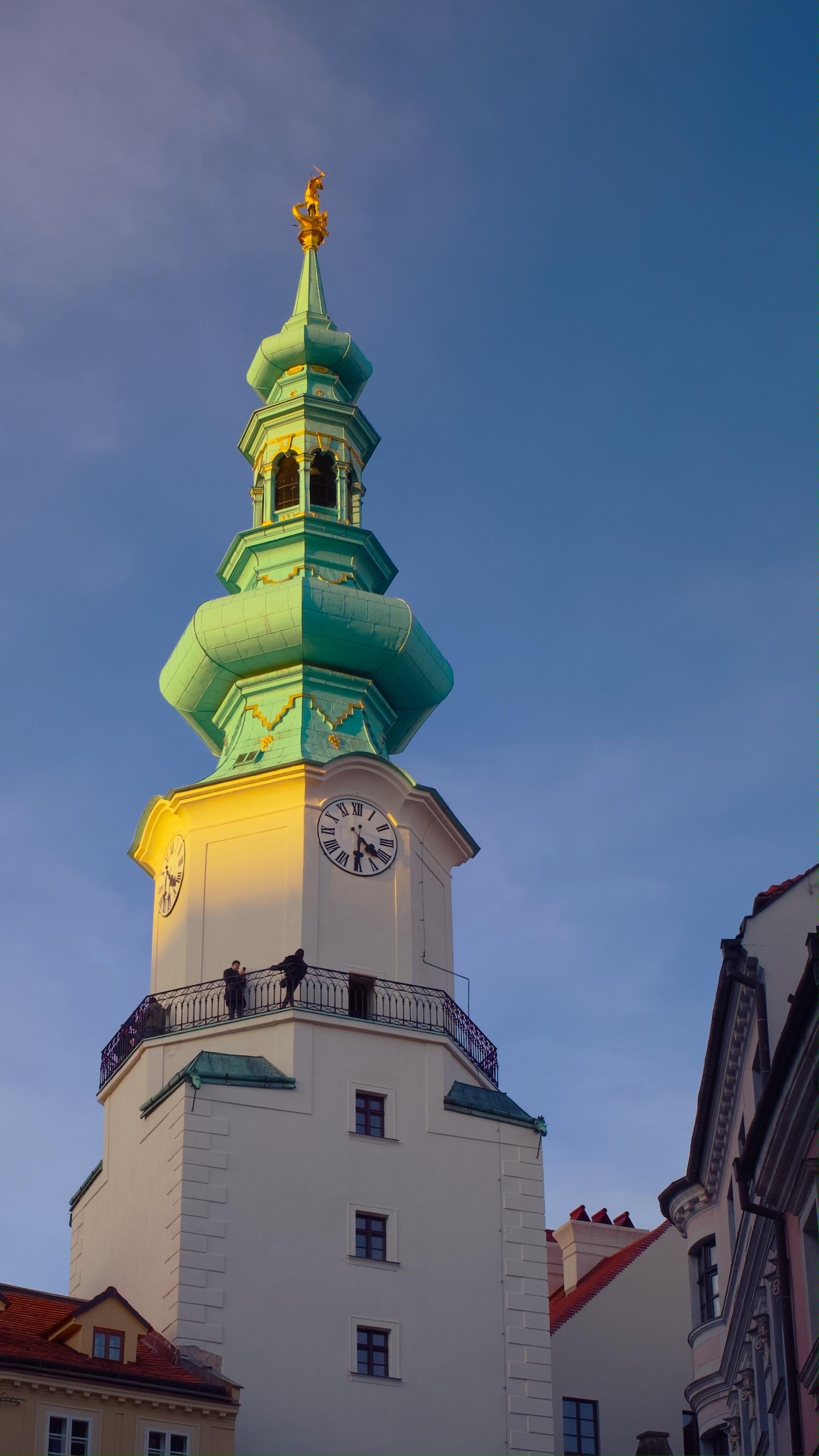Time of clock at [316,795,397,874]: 4:30
